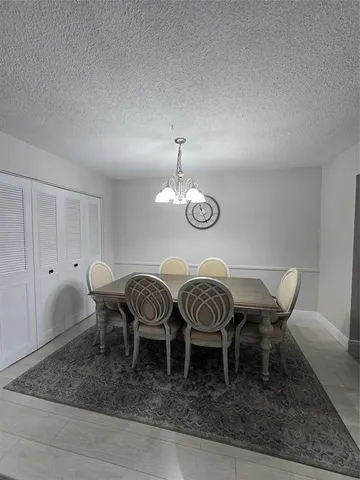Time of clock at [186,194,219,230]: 11:25
